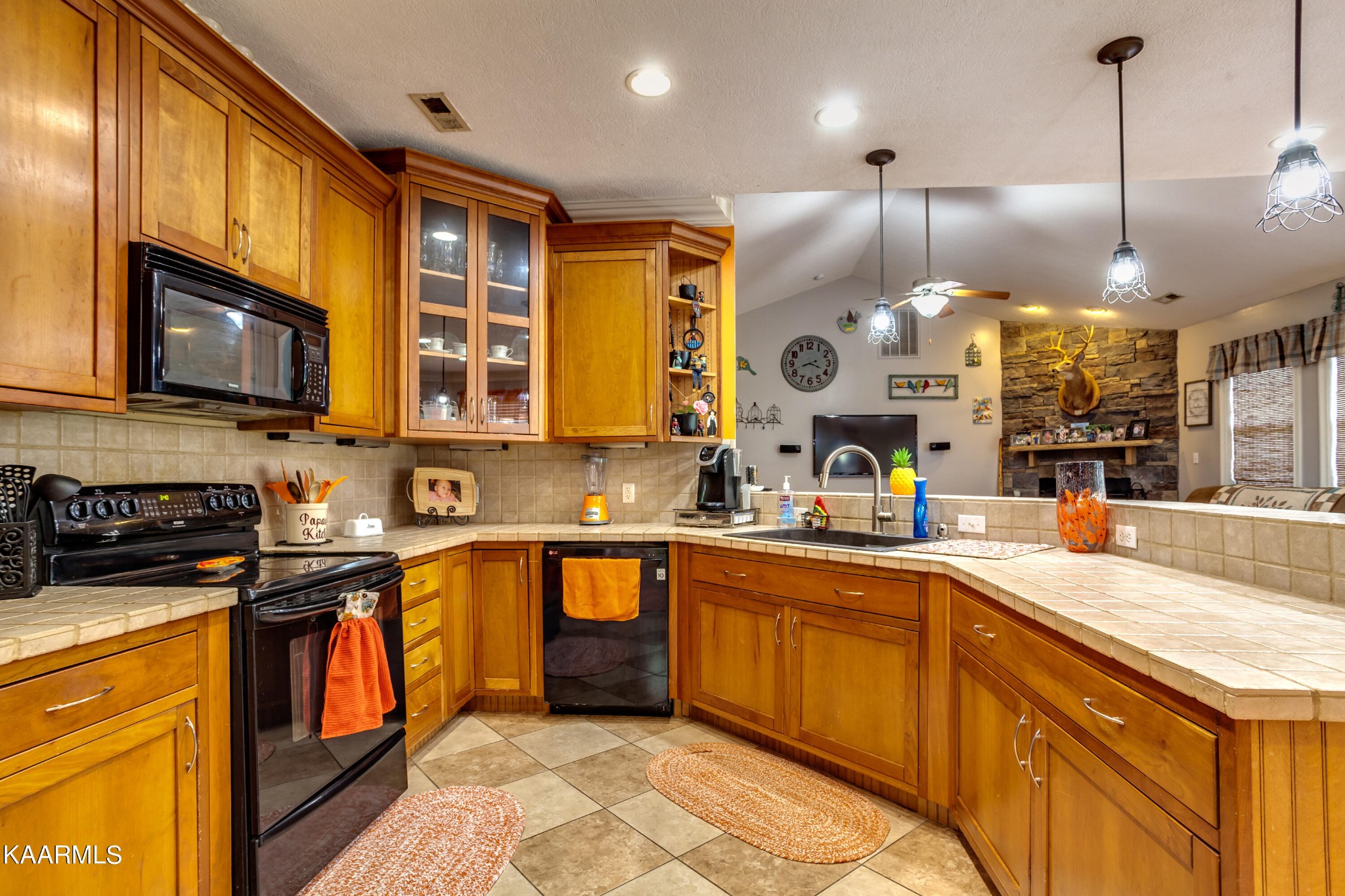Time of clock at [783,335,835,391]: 3:42
